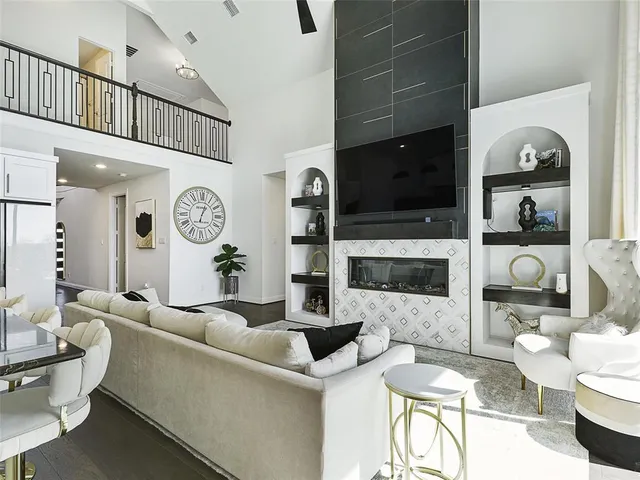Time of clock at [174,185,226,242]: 1:02
